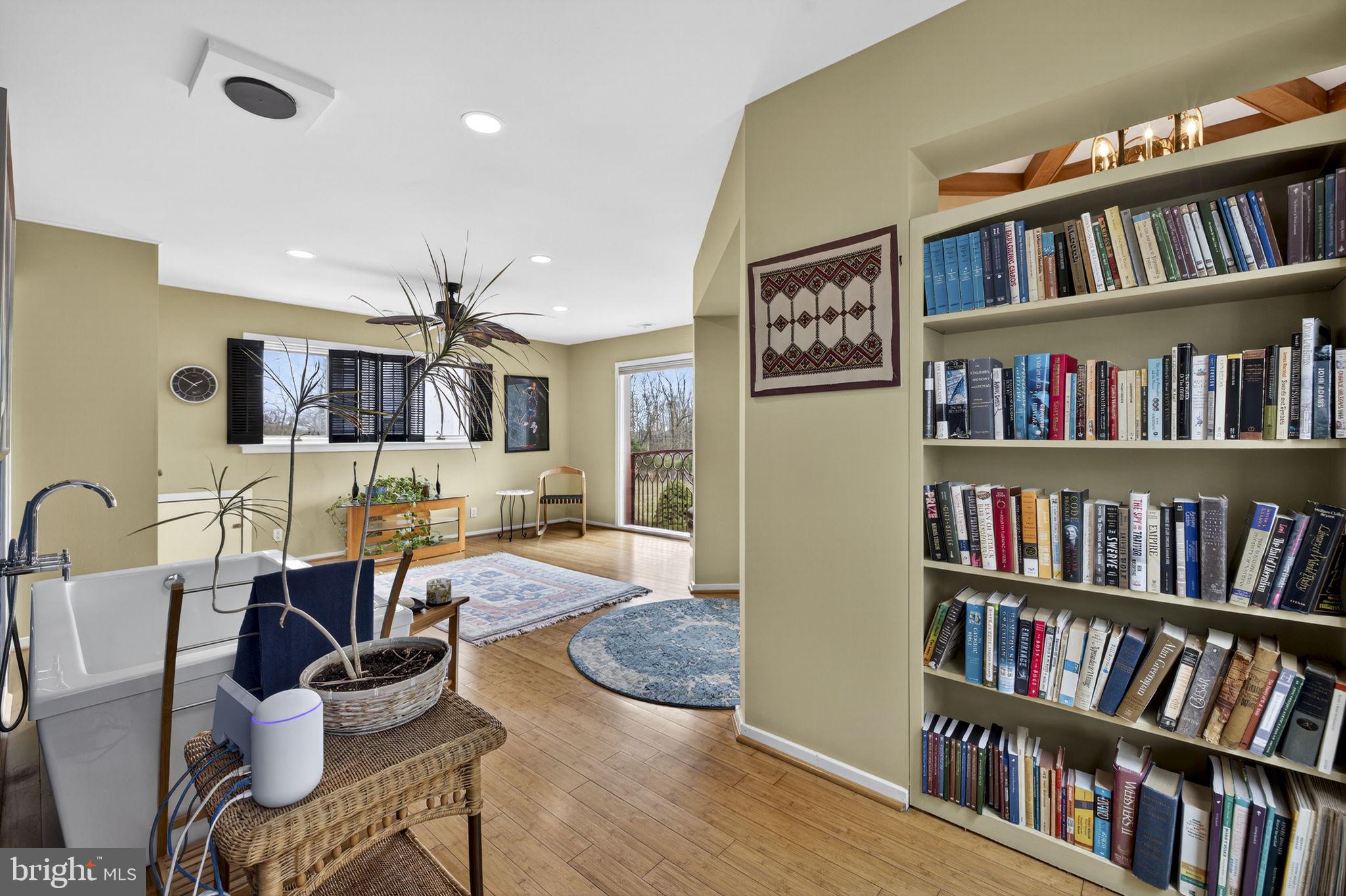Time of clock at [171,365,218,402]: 1:50
